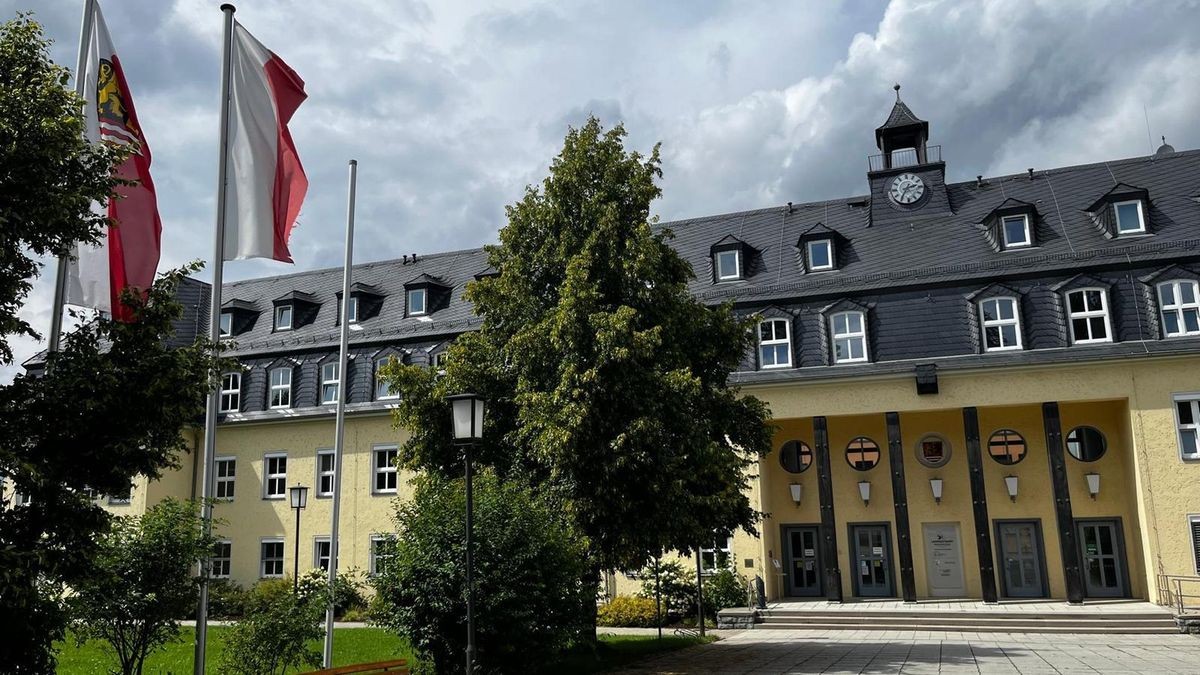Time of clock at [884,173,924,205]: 2:35
